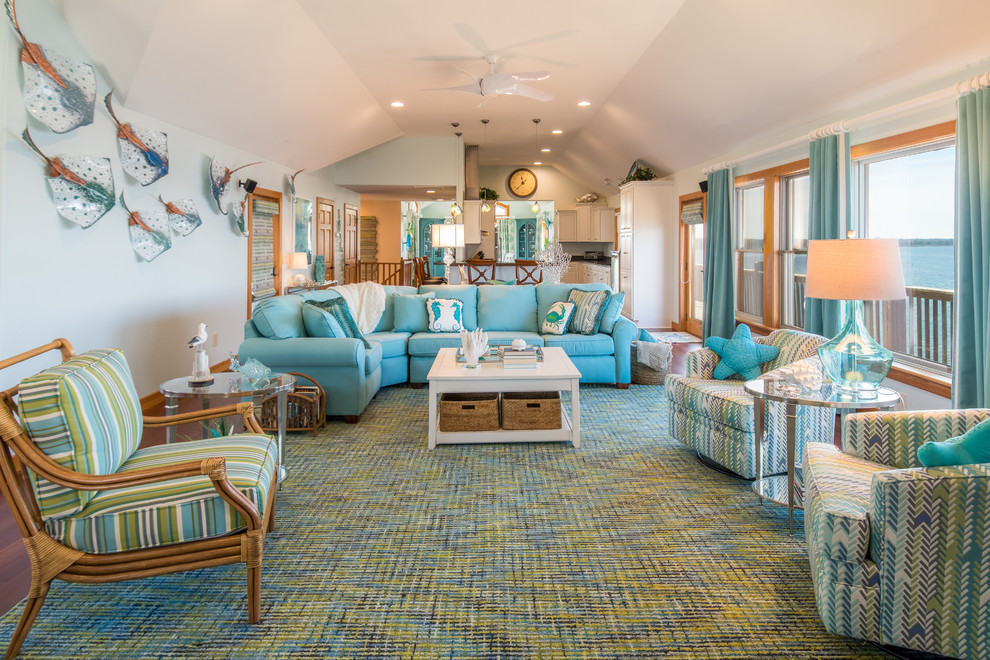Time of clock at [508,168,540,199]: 11:37
